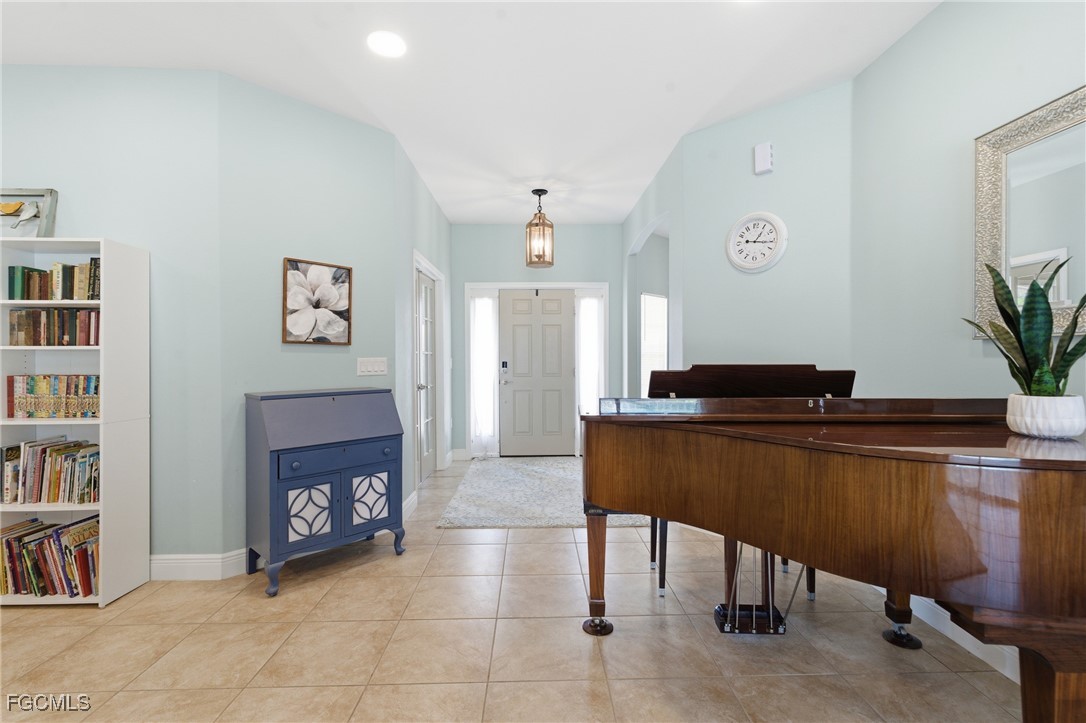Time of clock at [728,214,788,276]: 1:16
